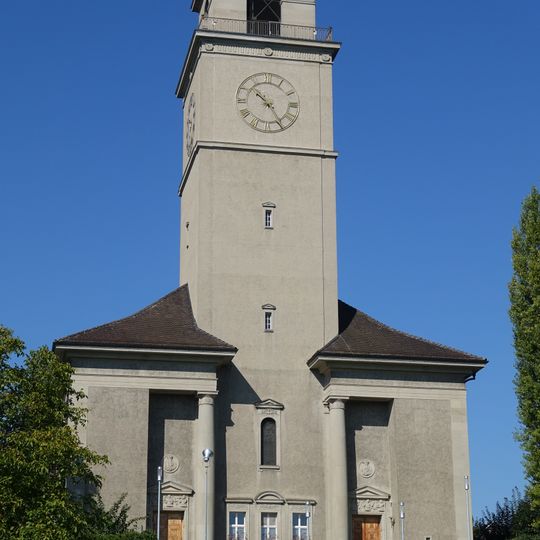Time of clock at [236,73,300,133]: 10:24
